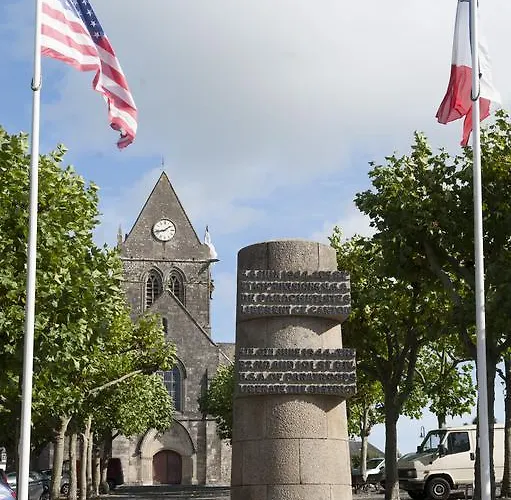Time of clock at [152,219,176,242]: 1:42
